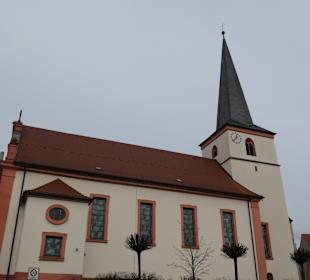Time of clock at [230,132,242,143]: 12:37
